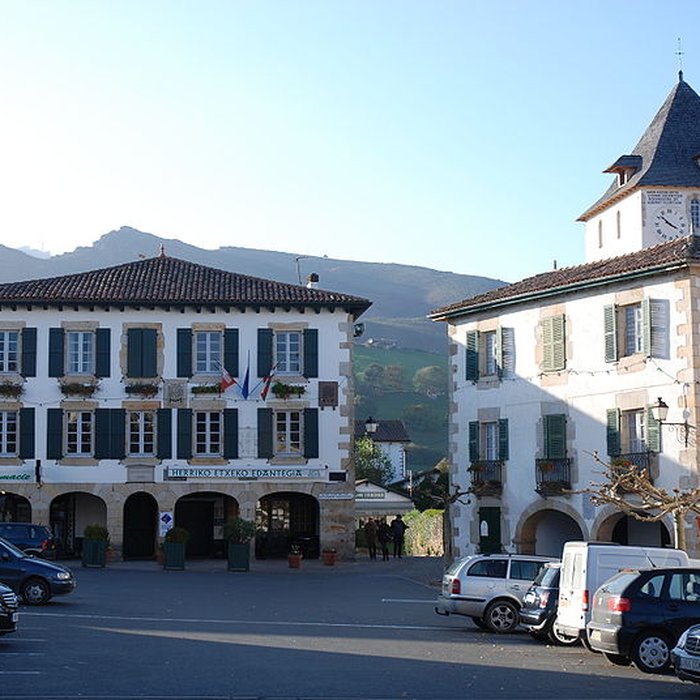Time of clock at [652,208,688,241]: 3:52
